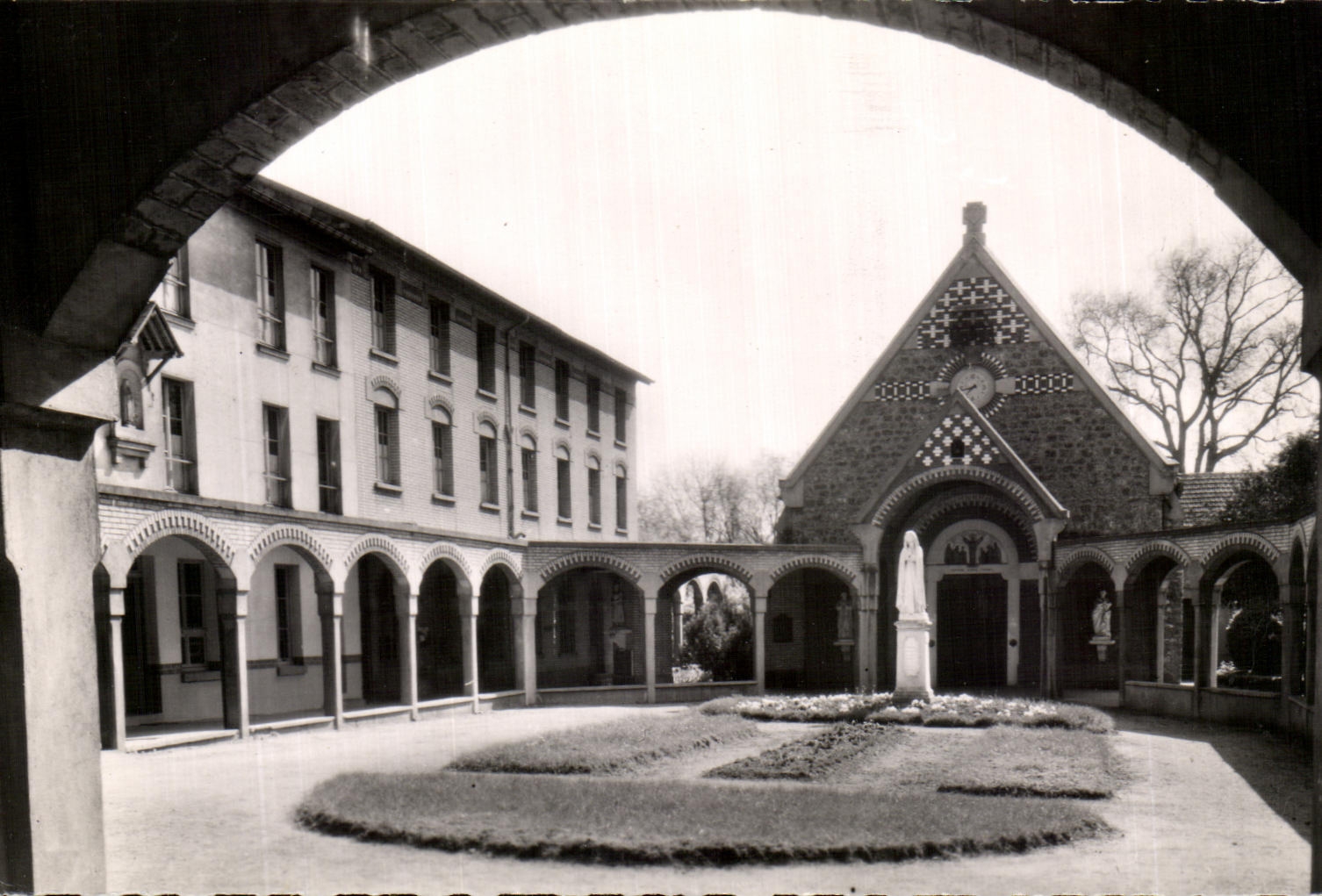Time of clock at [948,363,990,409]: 7:42
